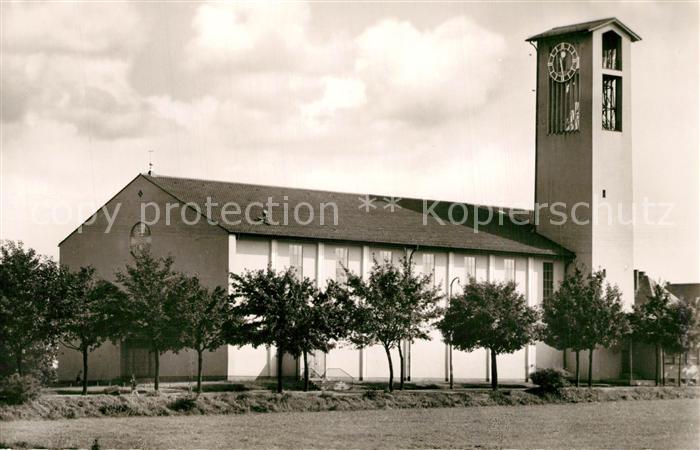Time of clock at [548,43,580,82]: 1:28
